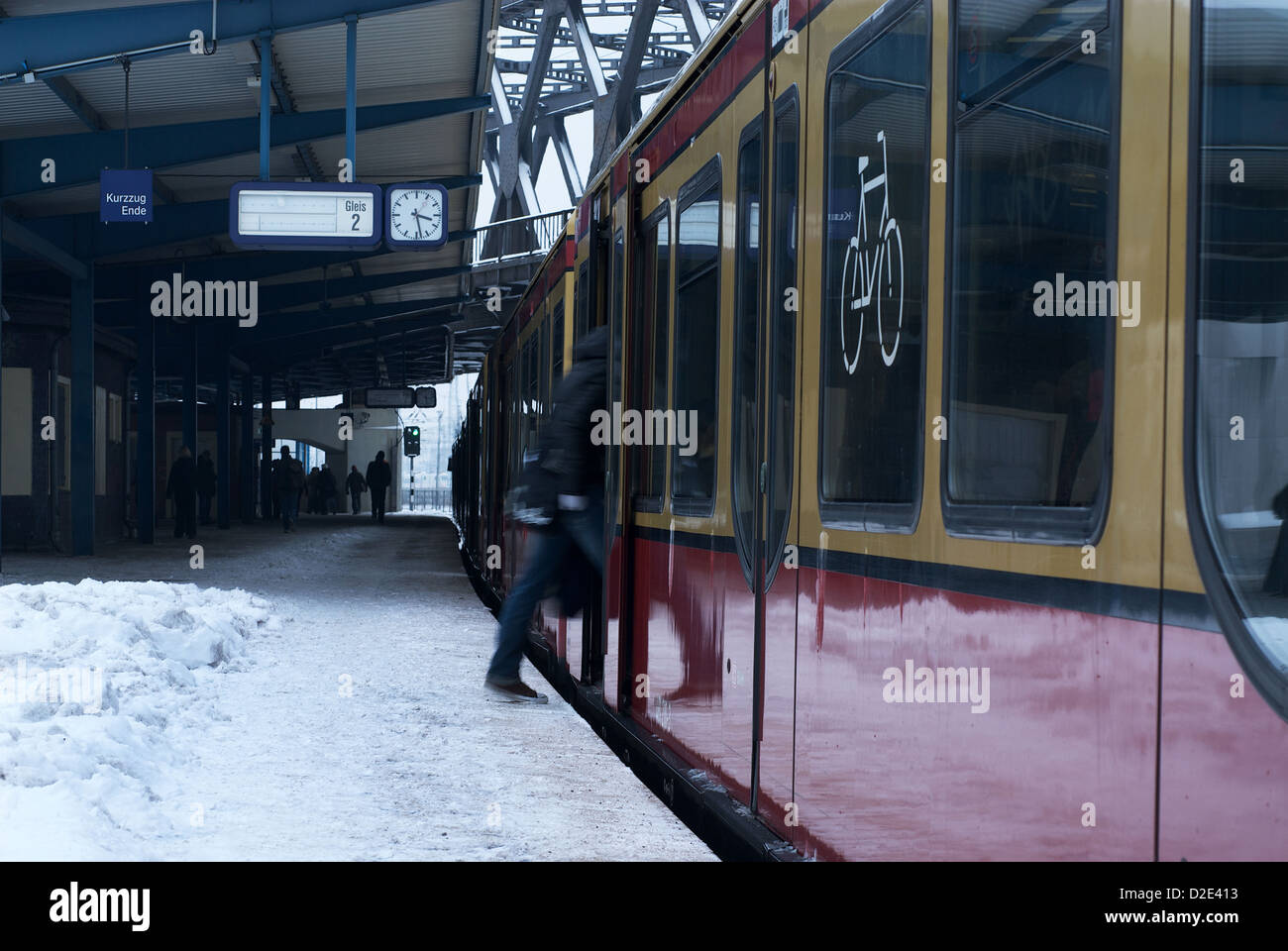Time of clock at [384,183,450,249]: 3:28
